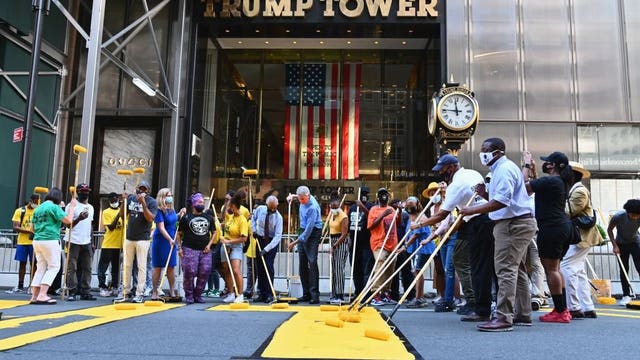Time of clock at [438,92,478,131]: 11:45
